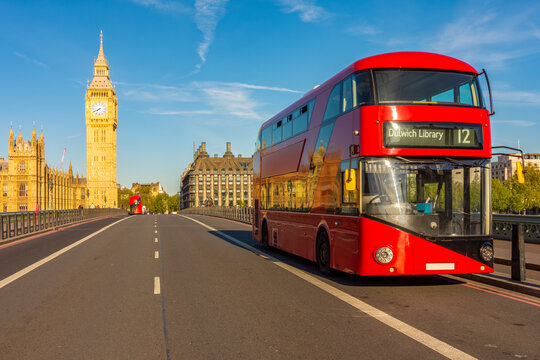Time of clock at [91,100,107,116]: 7:40
